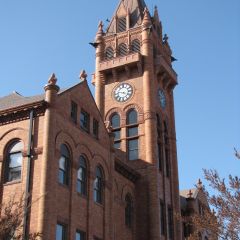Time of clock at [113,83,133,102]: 3:46
